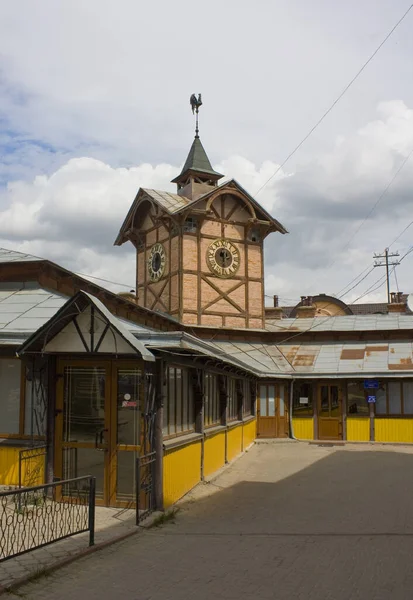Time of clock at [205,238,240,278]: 11:30
